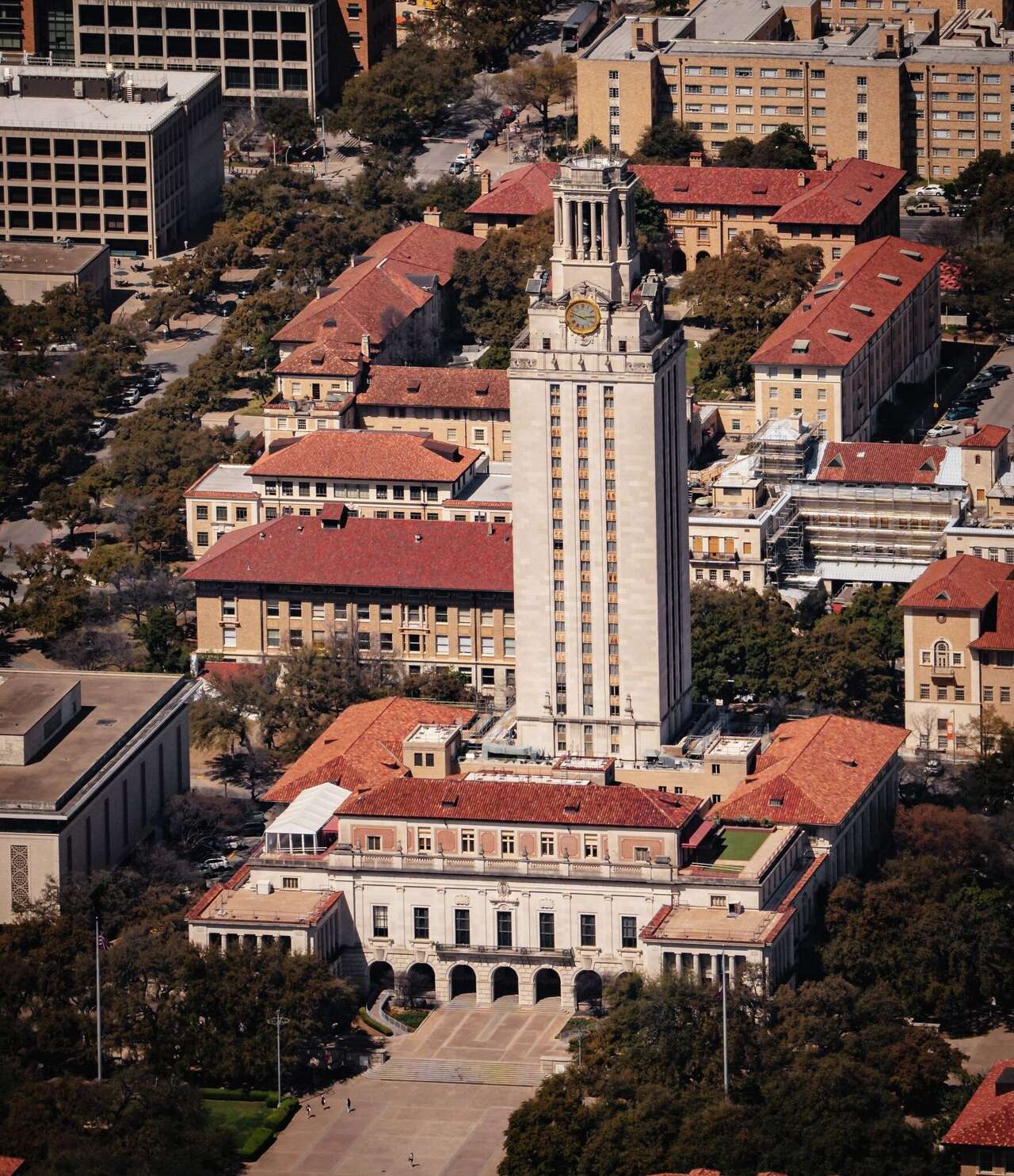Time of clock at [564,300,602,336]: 2:48
